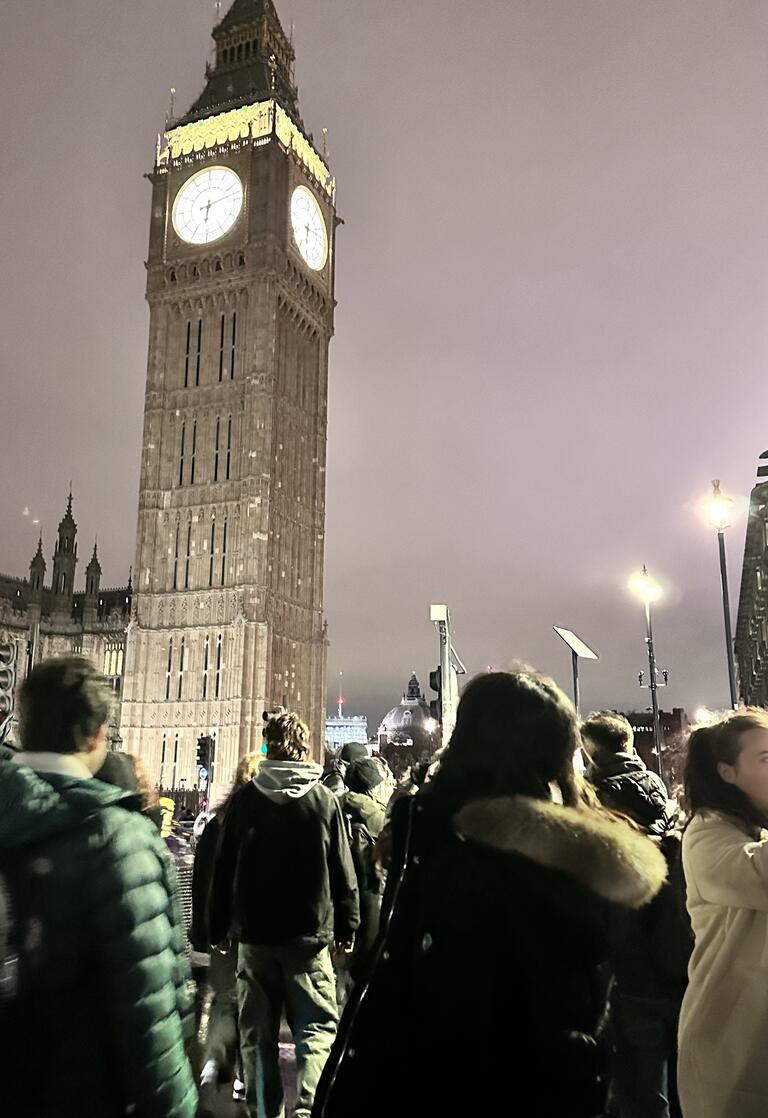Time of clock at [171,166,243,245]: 6:12
